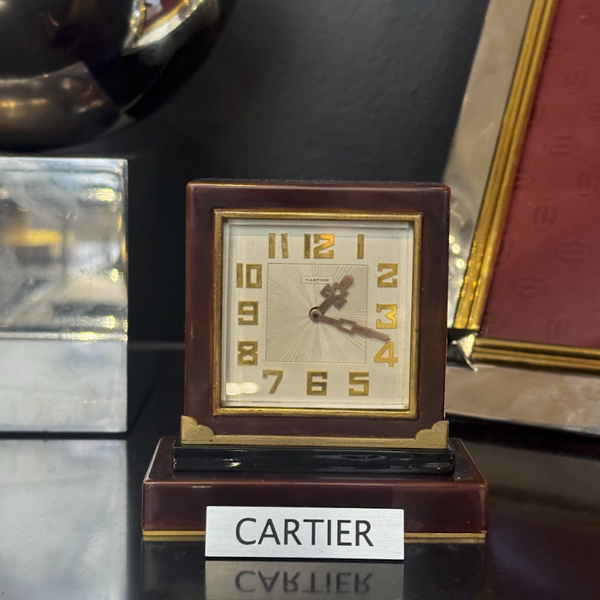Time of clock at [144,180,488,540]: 1:18
